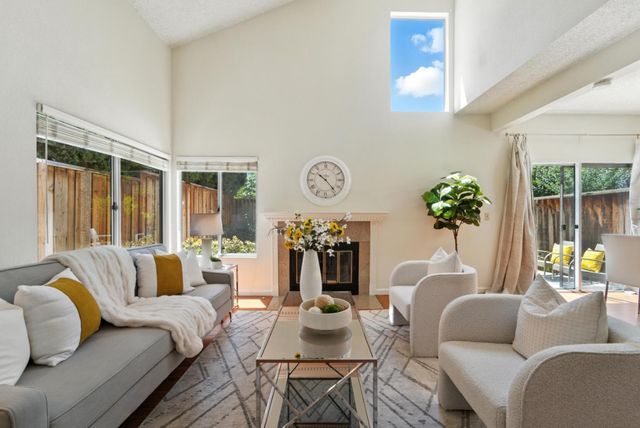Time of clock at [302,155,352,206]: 10:23
